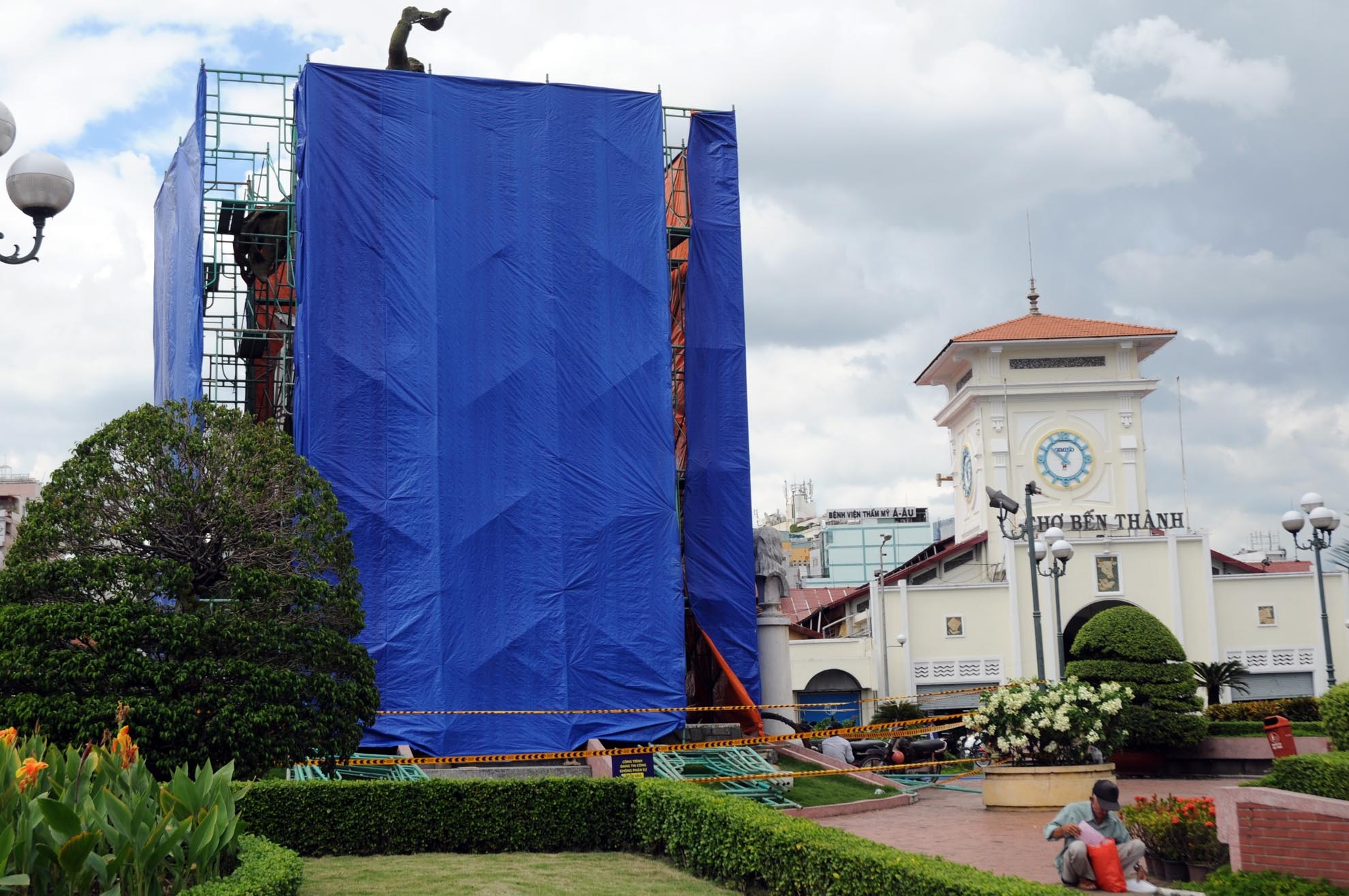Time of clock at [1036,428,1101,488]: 12:52
